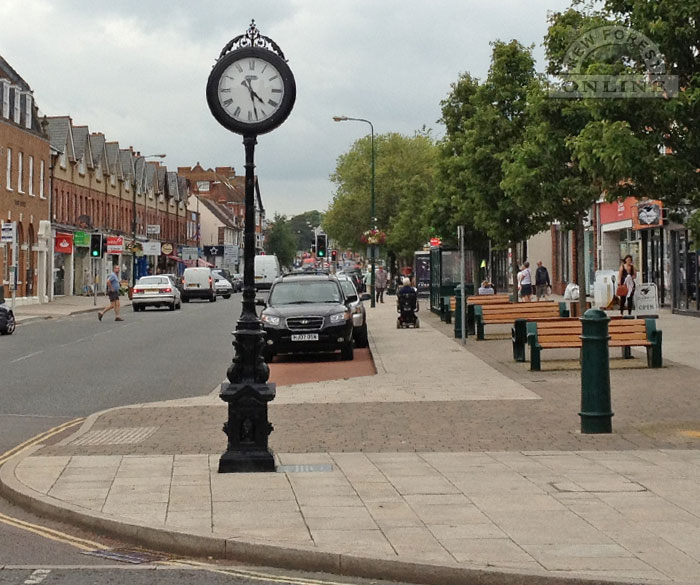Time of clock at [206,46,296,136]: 4:27
